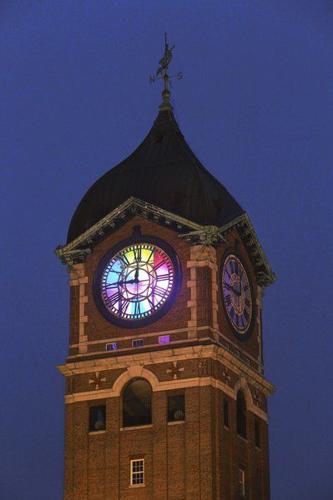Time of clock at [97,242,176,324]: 9:01
